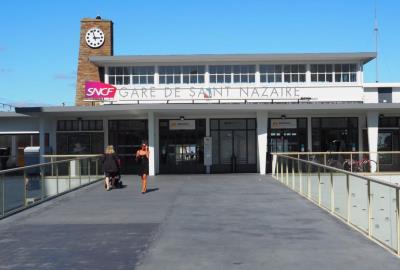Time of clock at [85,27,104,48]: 2:57
